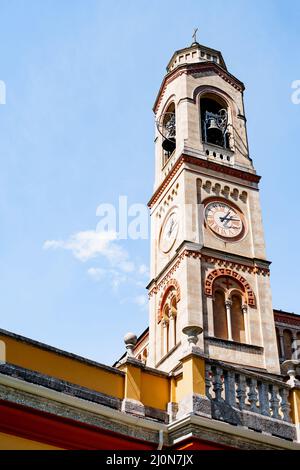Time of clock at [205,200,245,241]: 1:13
